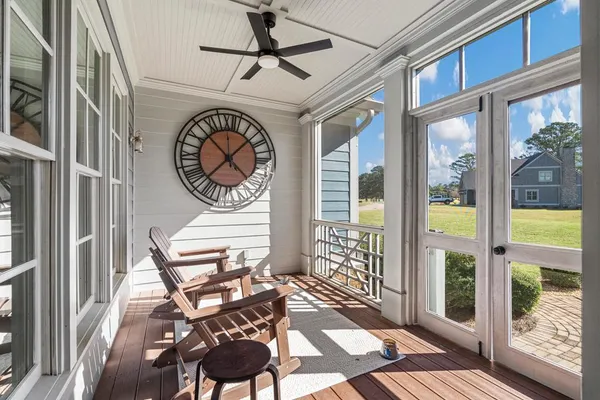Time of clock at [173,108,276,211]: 1:37
